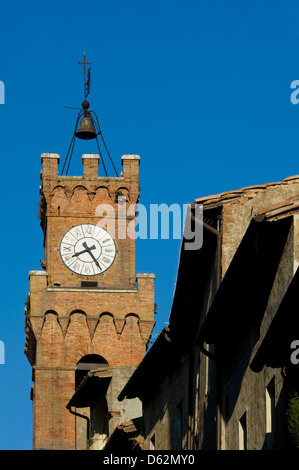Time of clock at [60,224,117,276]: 8:24
